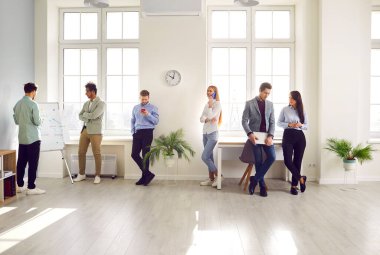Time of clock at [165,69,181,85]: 10:02
